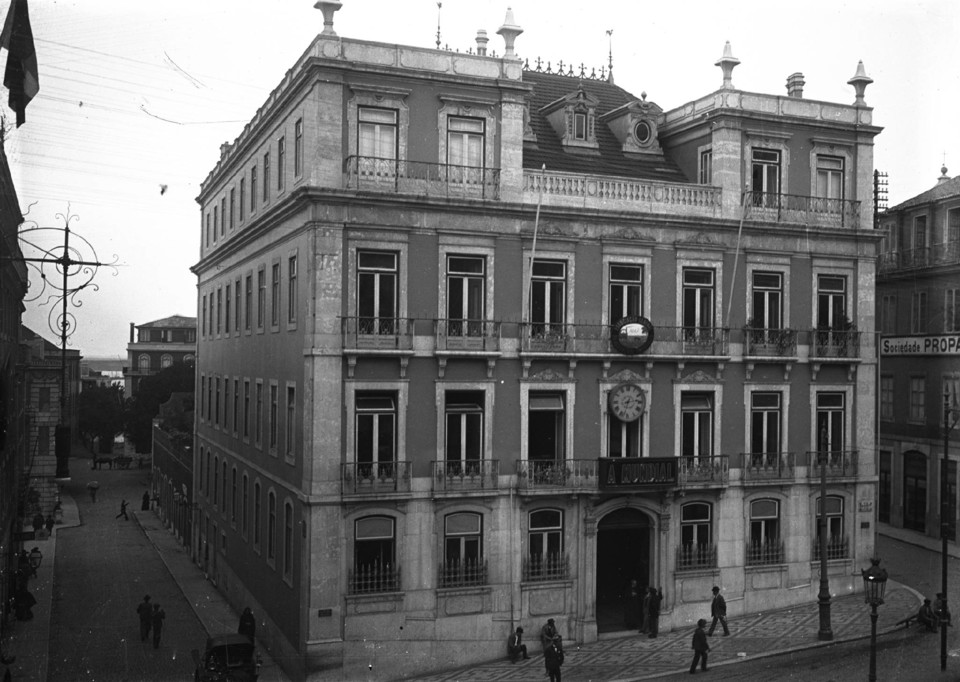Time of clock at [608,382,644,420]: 2:33
